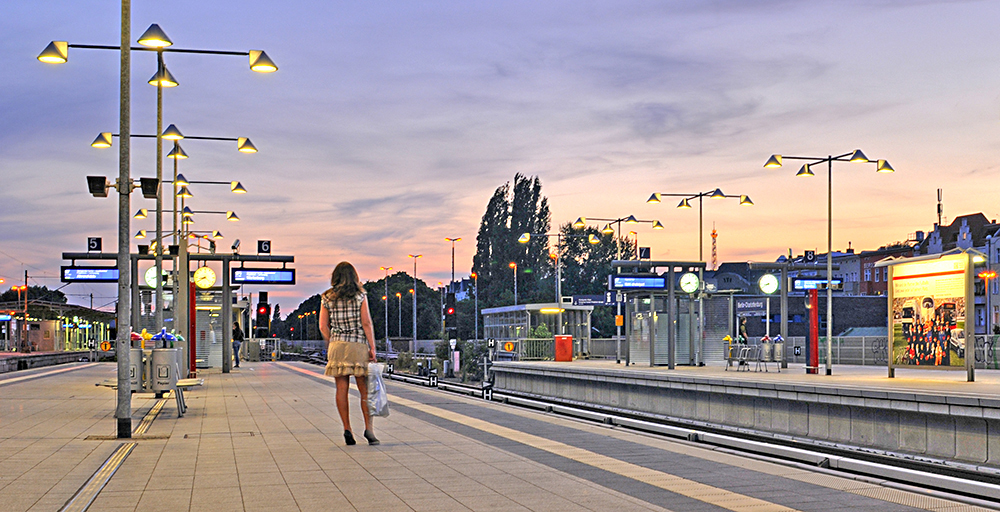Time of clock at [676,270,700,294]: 8:40
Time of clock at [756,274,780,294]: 8:40
